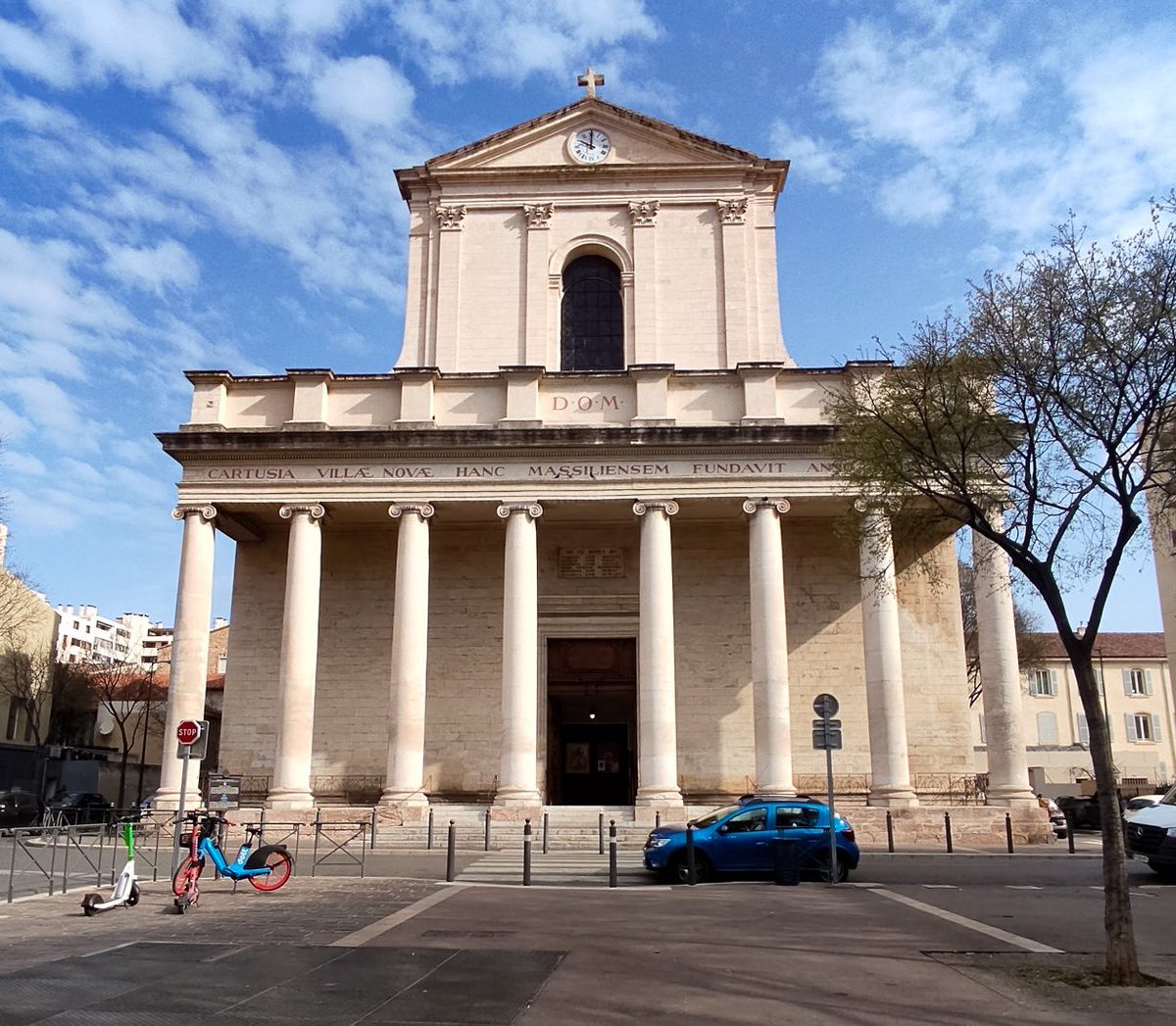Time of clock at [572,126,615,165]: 10:00
